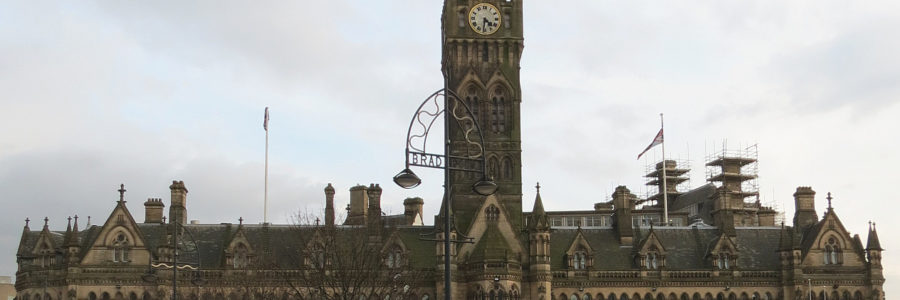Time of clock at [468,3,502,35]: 4:31
